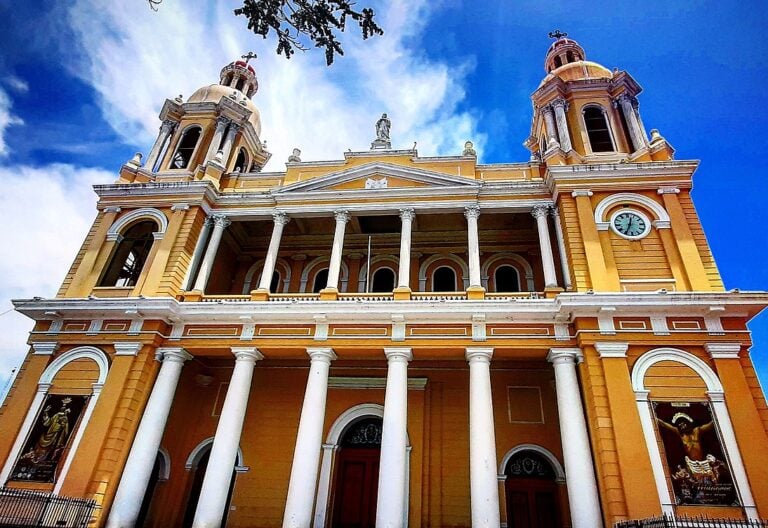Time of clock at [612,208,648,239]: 12:34
